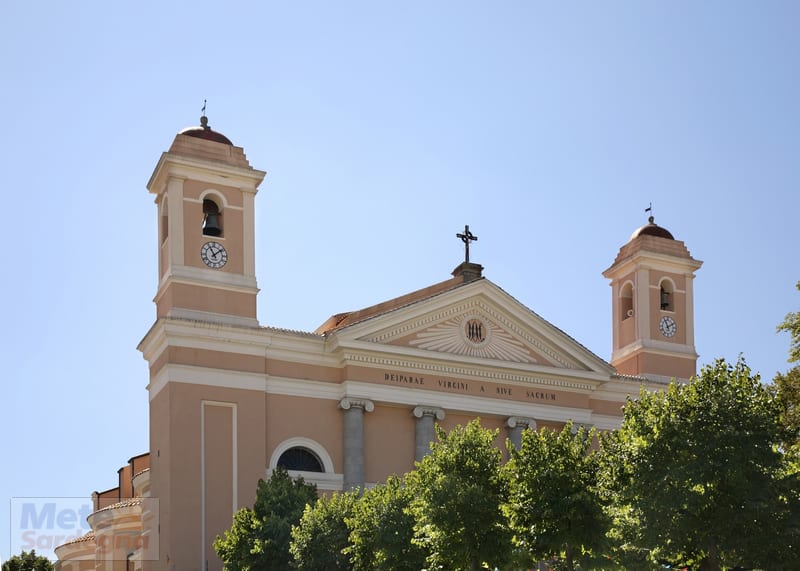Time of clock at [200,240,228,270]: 11:08
